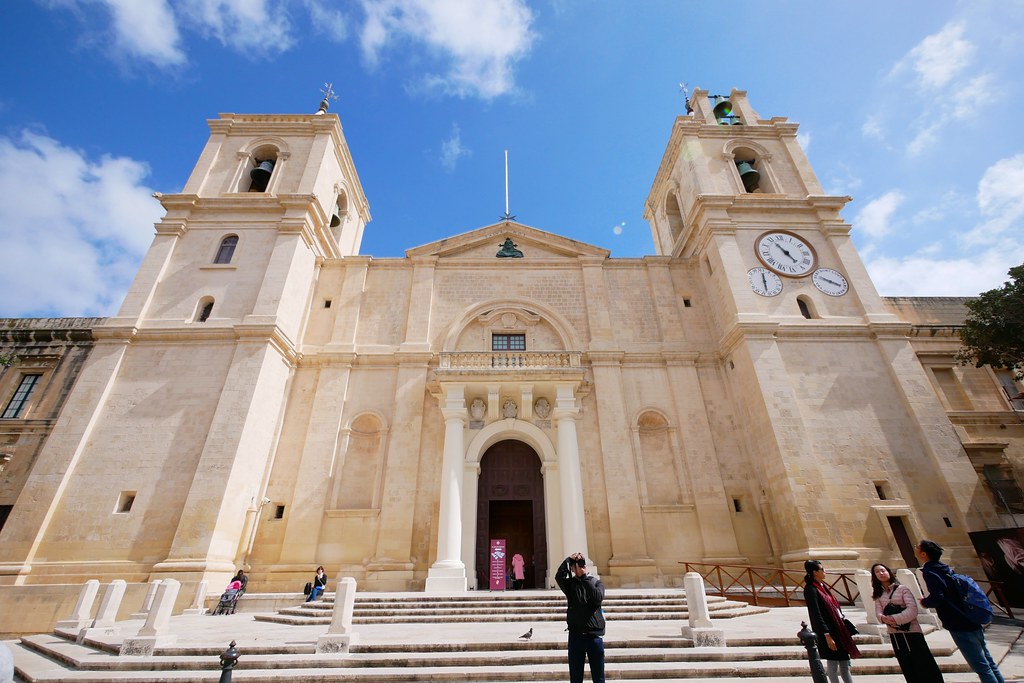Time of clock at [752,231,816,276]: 4:55
